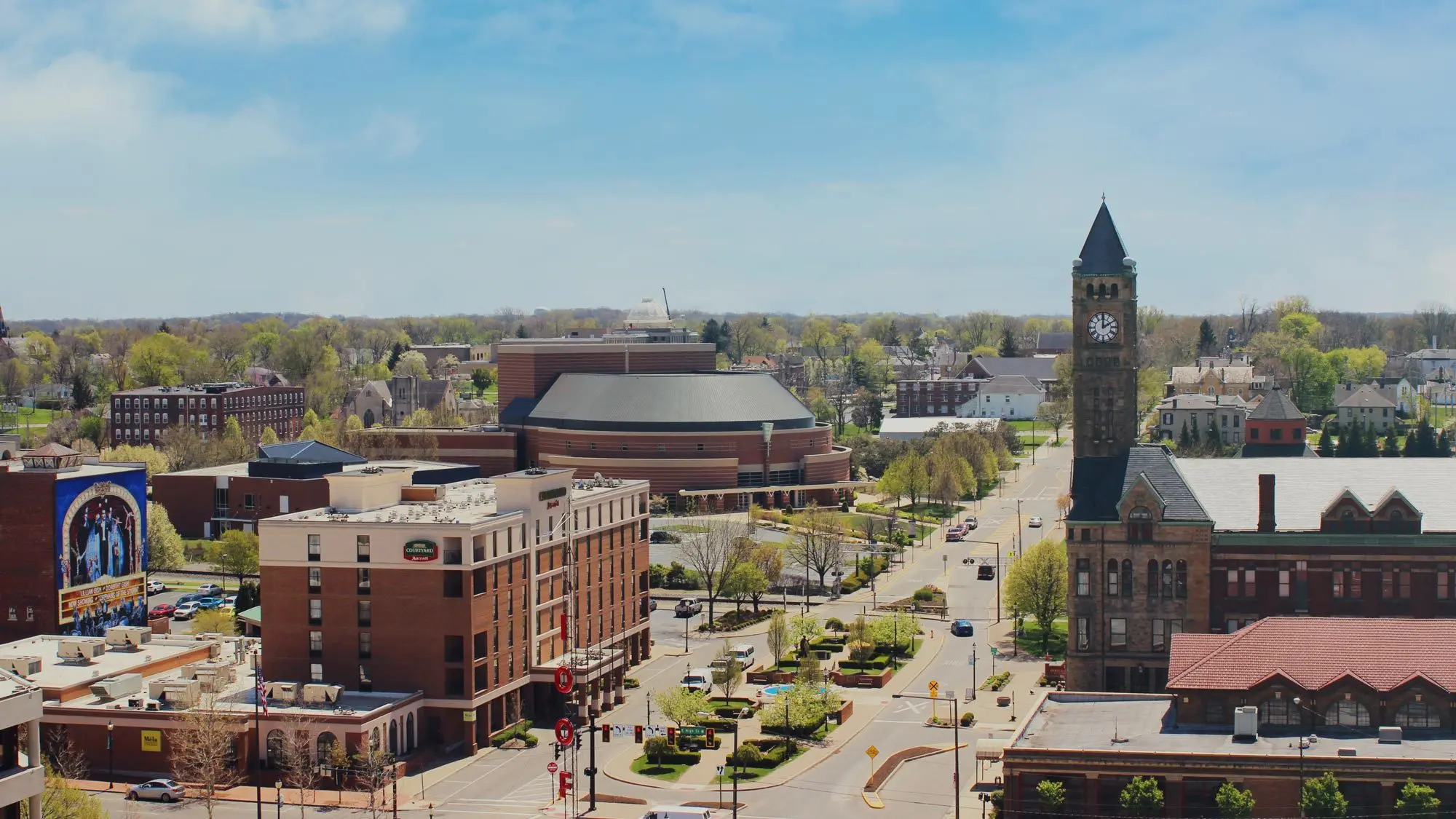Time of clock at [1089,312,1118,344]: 2:00
